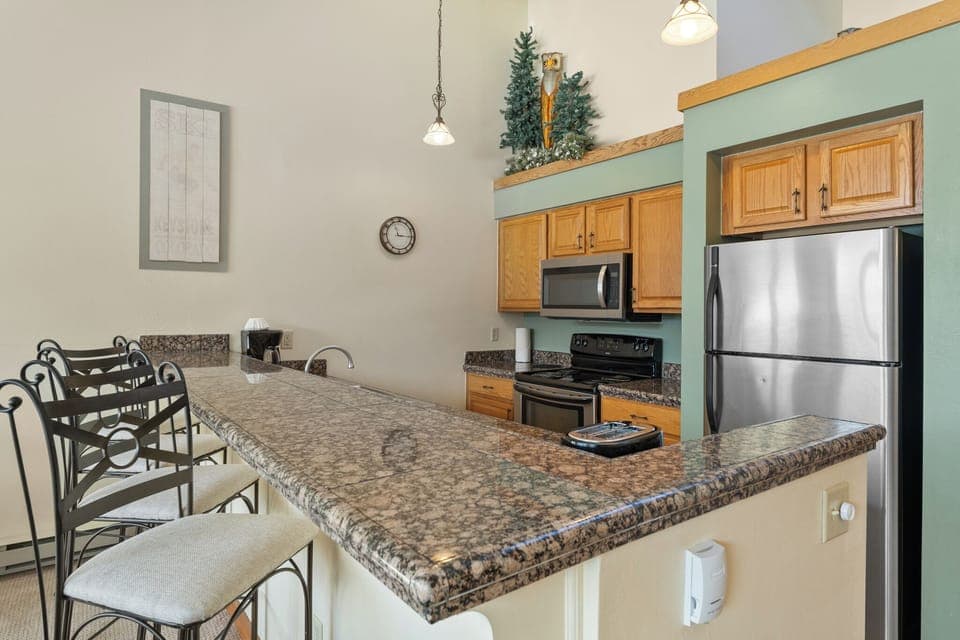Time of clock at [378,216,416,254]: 11:15
